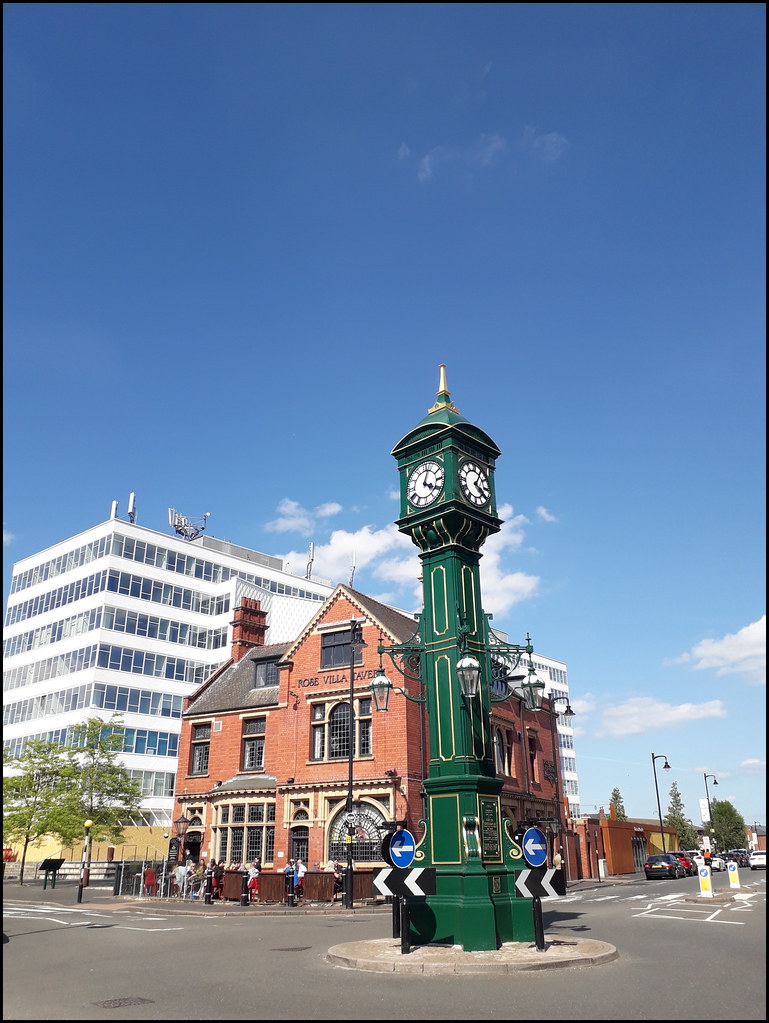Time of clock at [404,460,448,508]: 4:03
